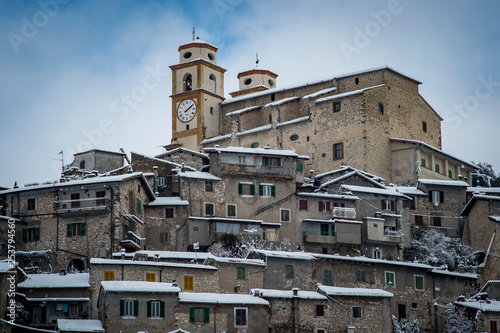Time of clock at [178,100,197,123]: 2:09
